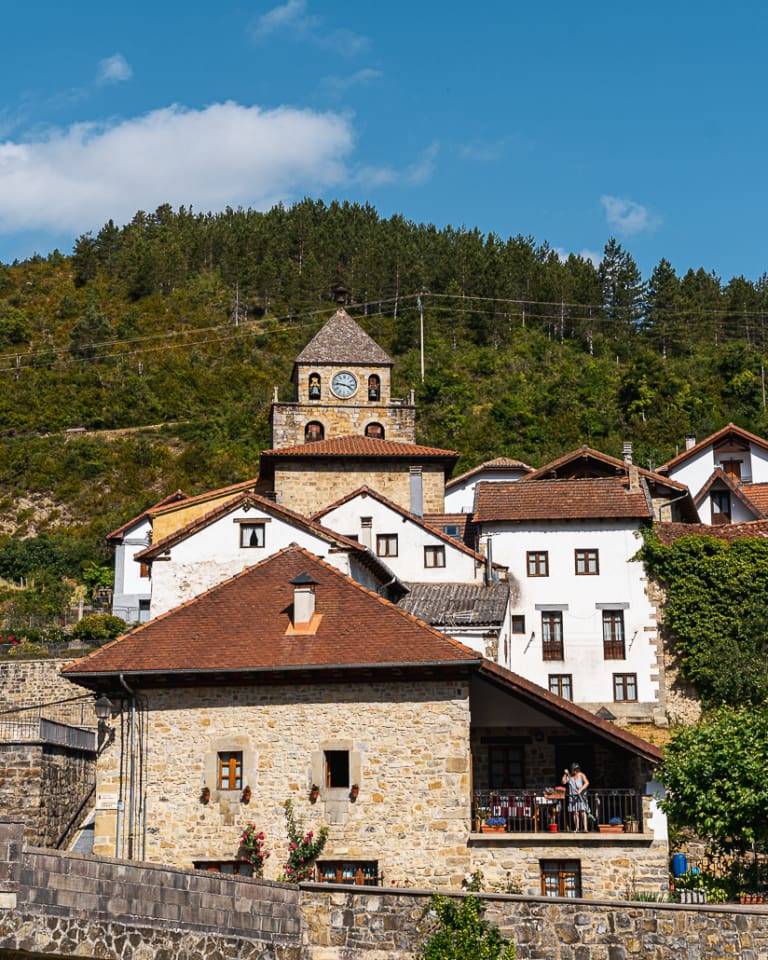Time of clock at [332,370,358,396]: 3:46
